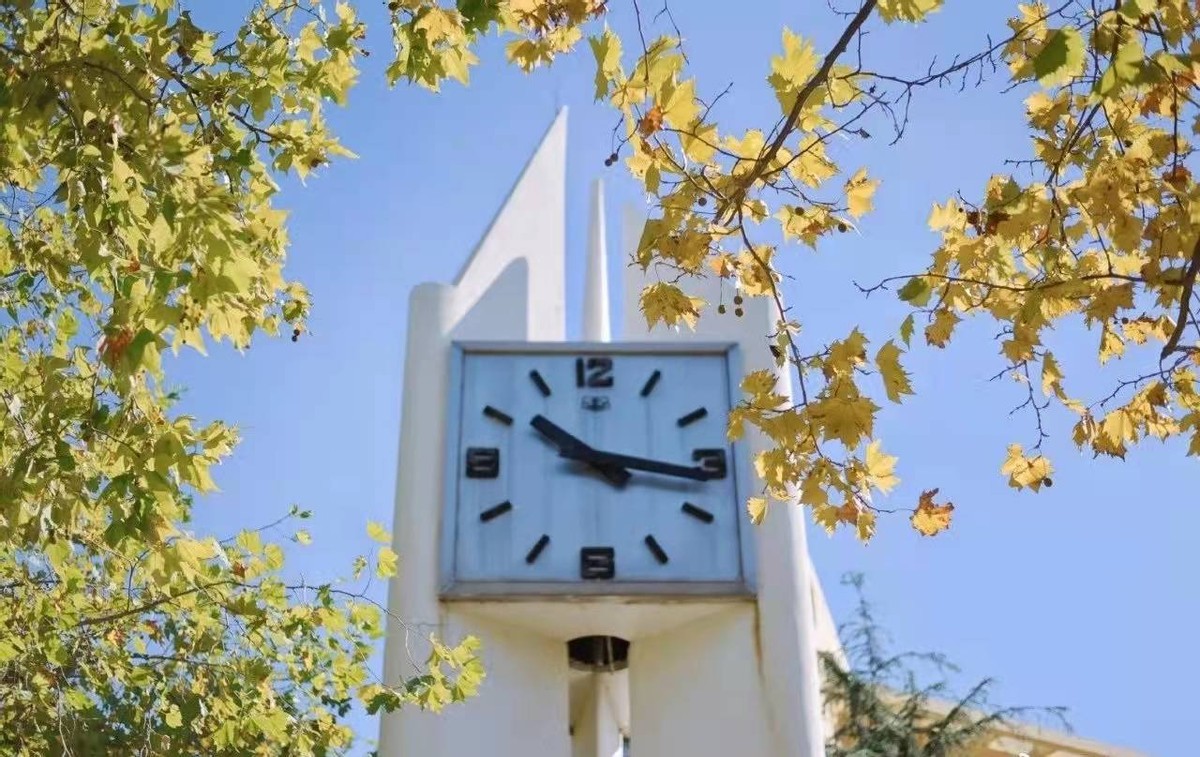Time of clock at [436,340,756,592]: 10:16
